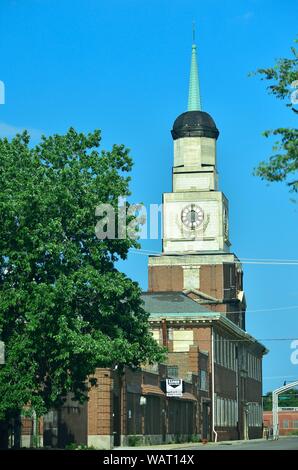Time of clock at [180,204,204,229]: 5:59
